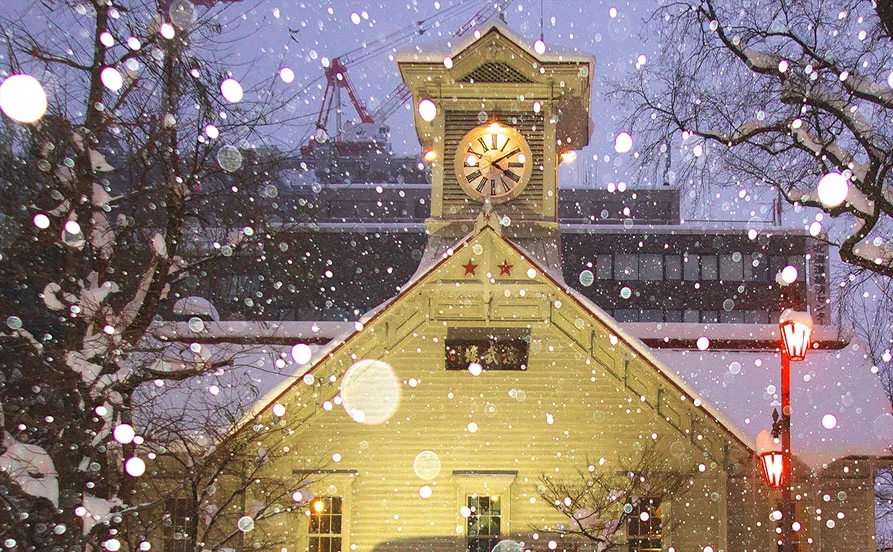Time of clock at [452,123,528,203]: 4:09
